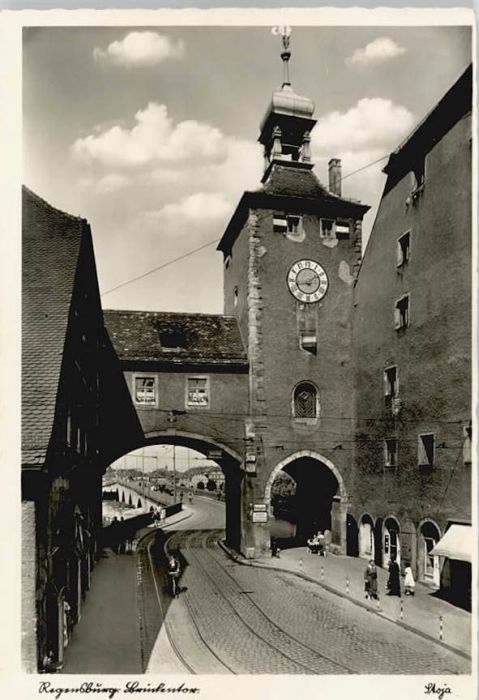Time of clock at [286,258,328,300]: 1:43
